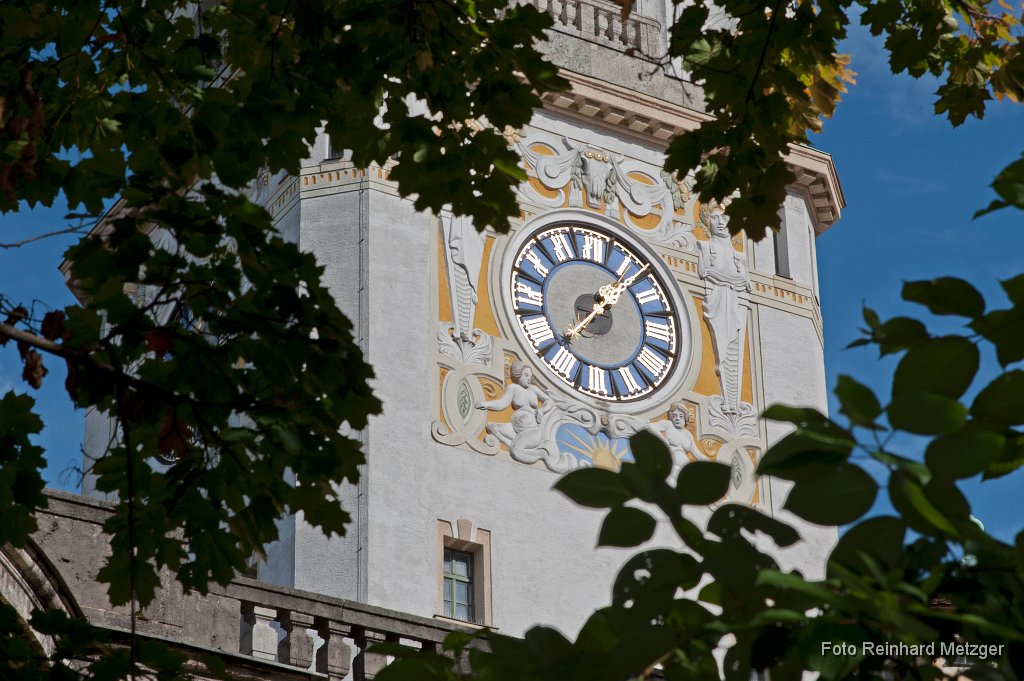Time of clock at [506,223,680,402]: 1:38
